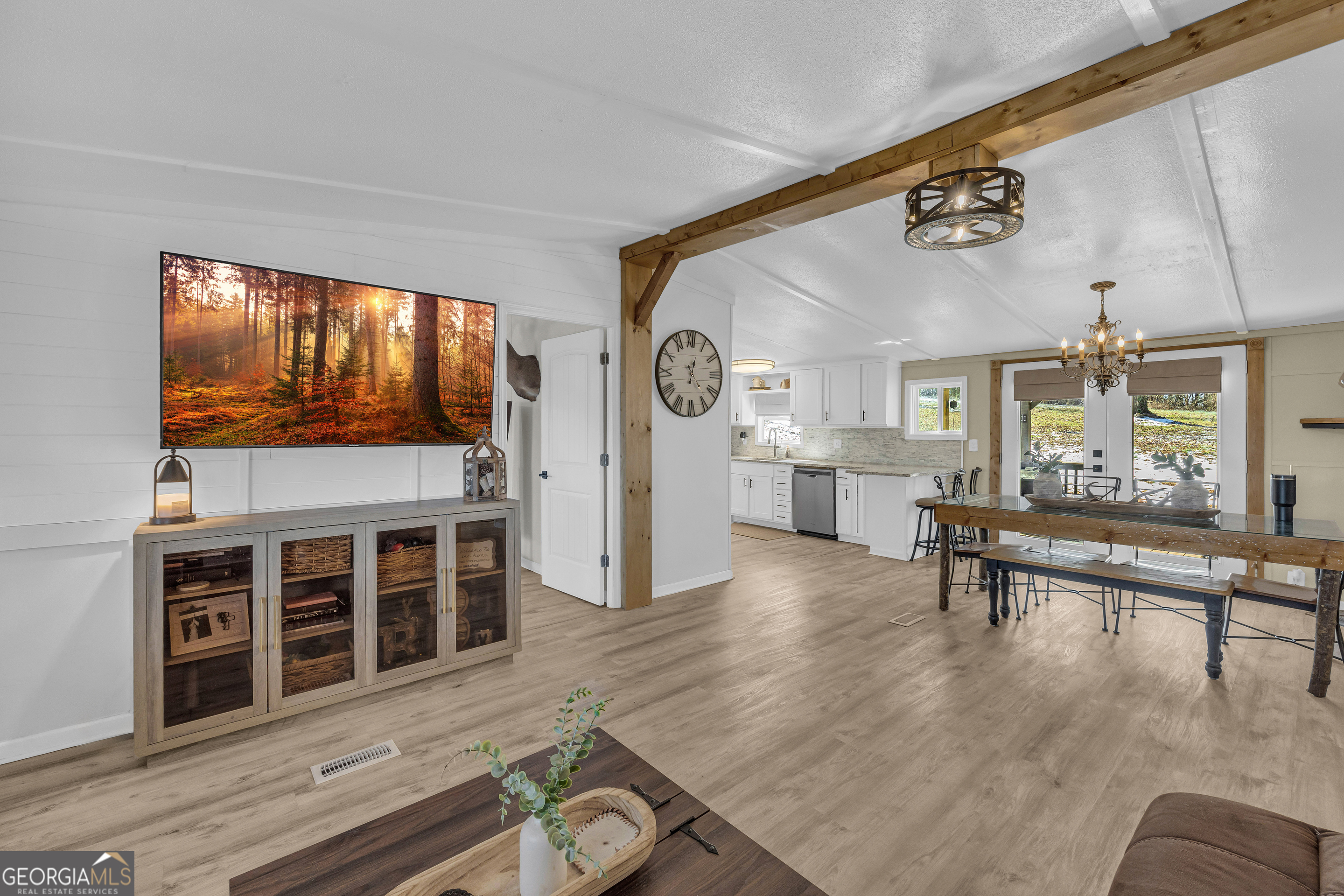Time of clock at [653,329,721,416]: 12:23
